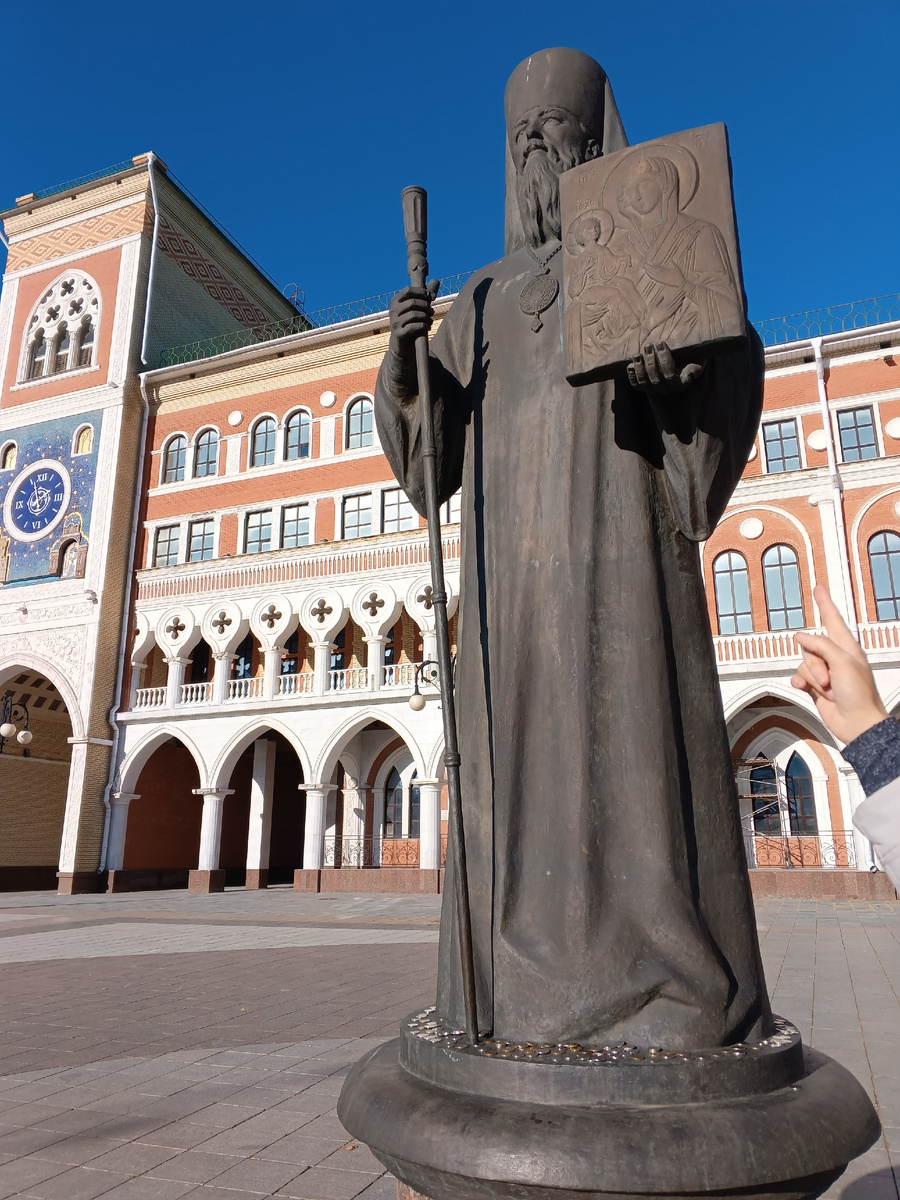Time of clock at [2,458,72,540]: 1:56
